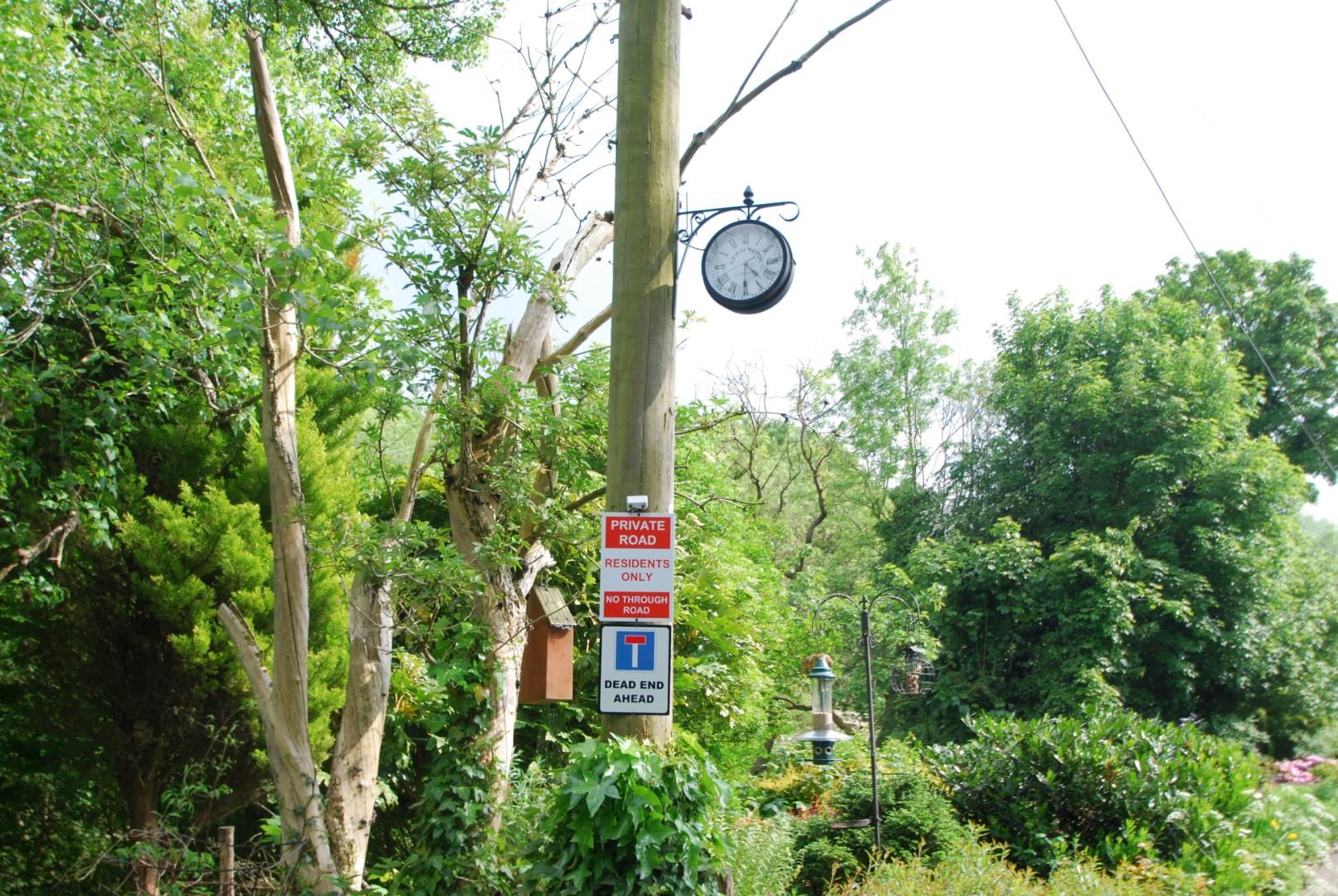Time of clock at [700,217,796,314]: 4:30
